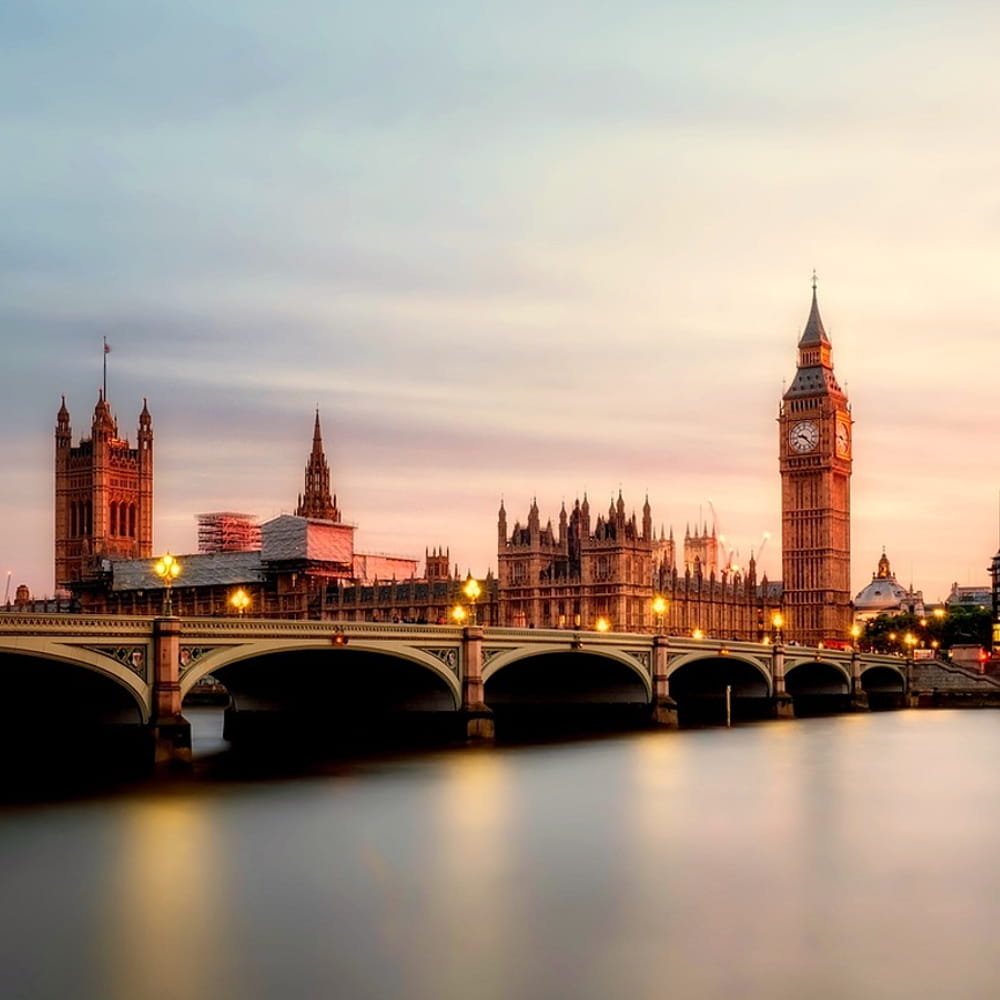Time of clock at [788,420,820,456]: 9:22
